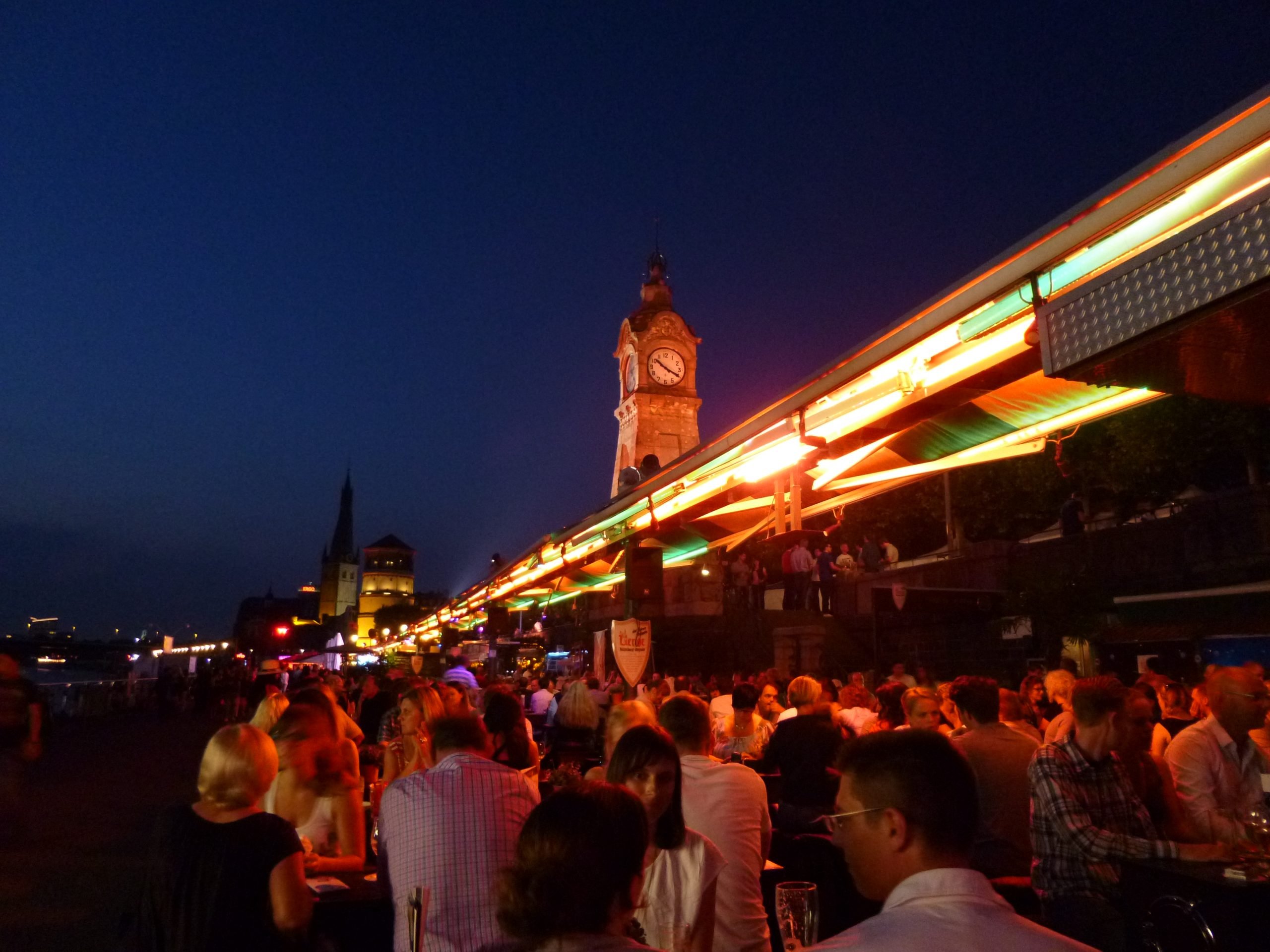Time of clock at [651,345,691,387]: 10:19
